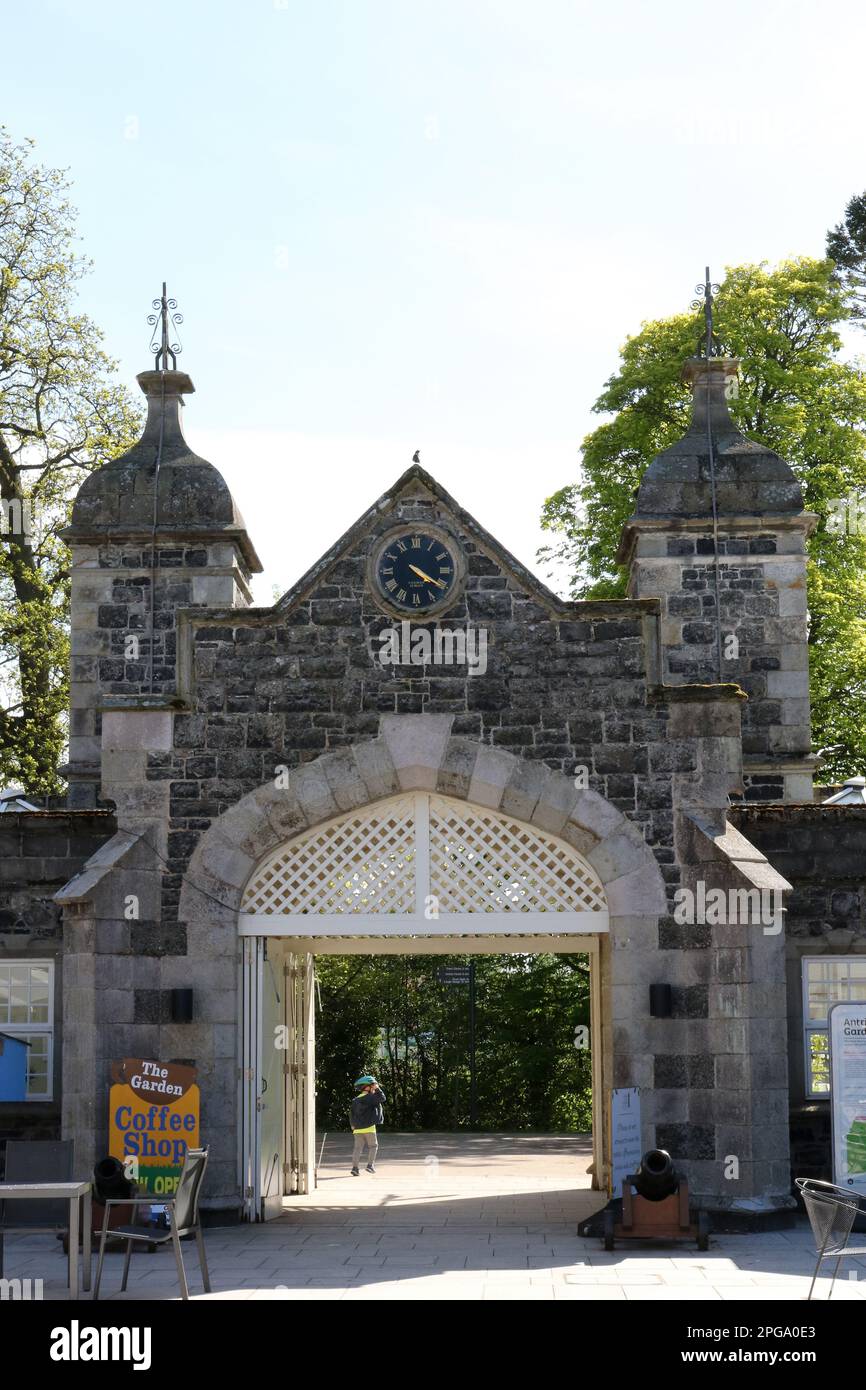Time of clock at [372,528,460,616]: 4:20
